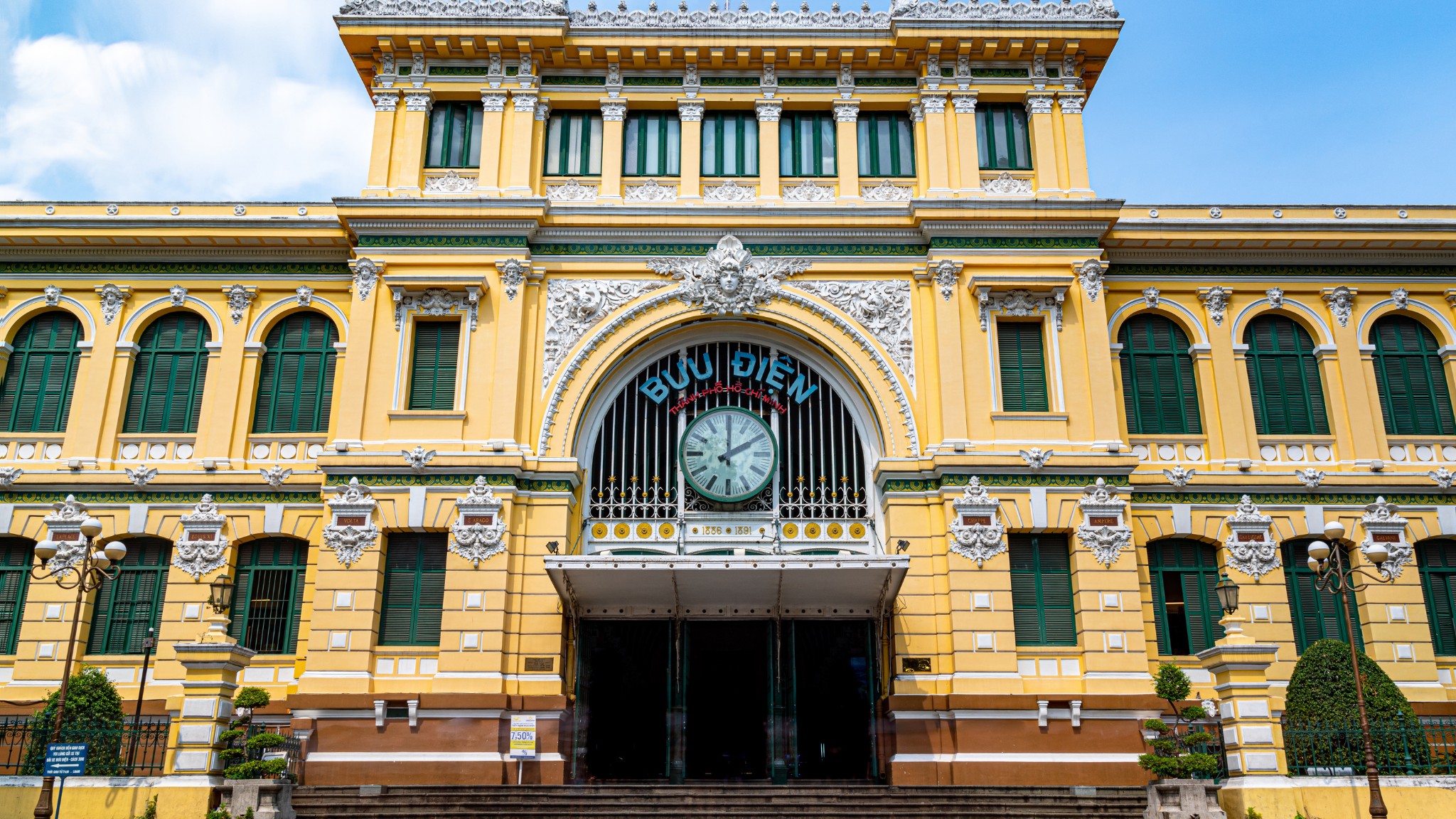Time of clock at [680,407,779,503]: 2:00
